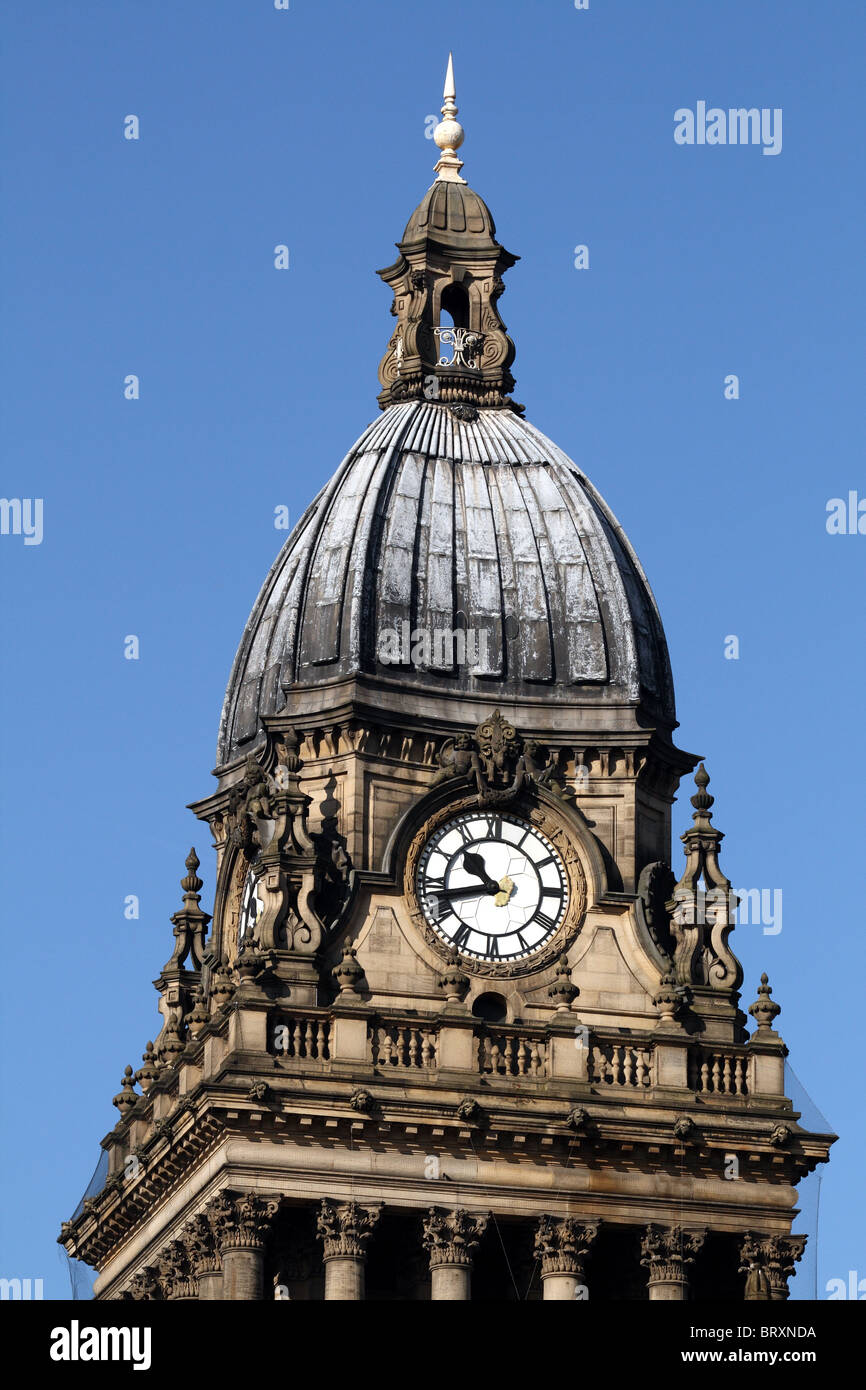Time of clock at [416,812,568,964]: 10:42
